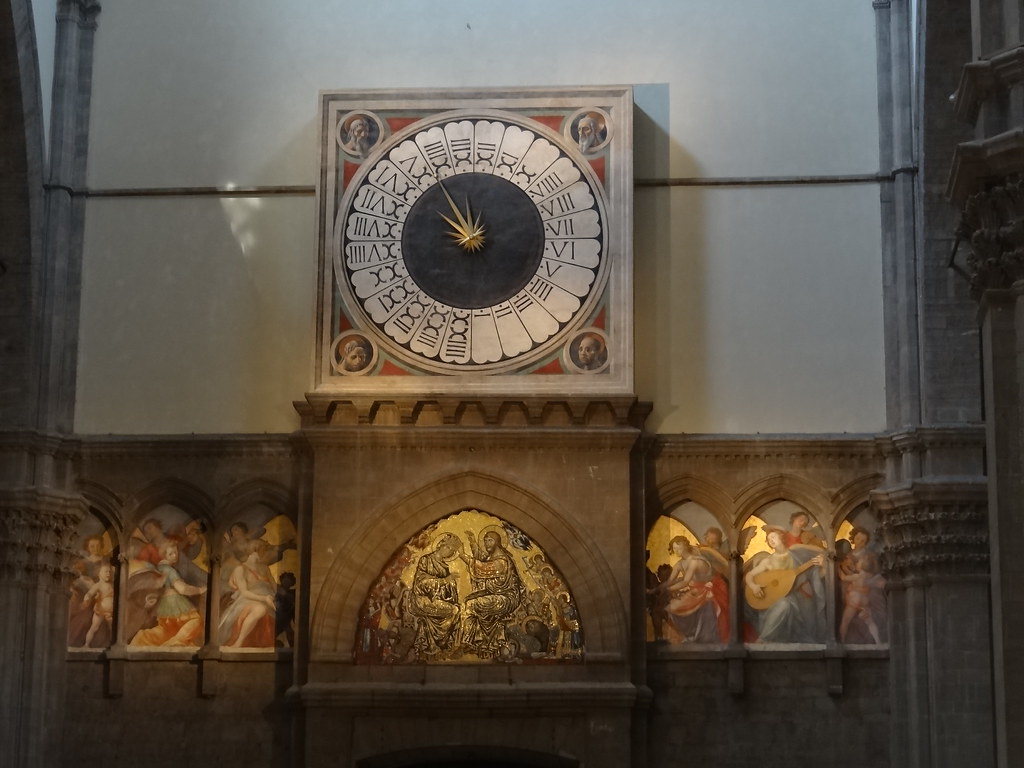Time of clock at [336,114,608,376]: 9:54
